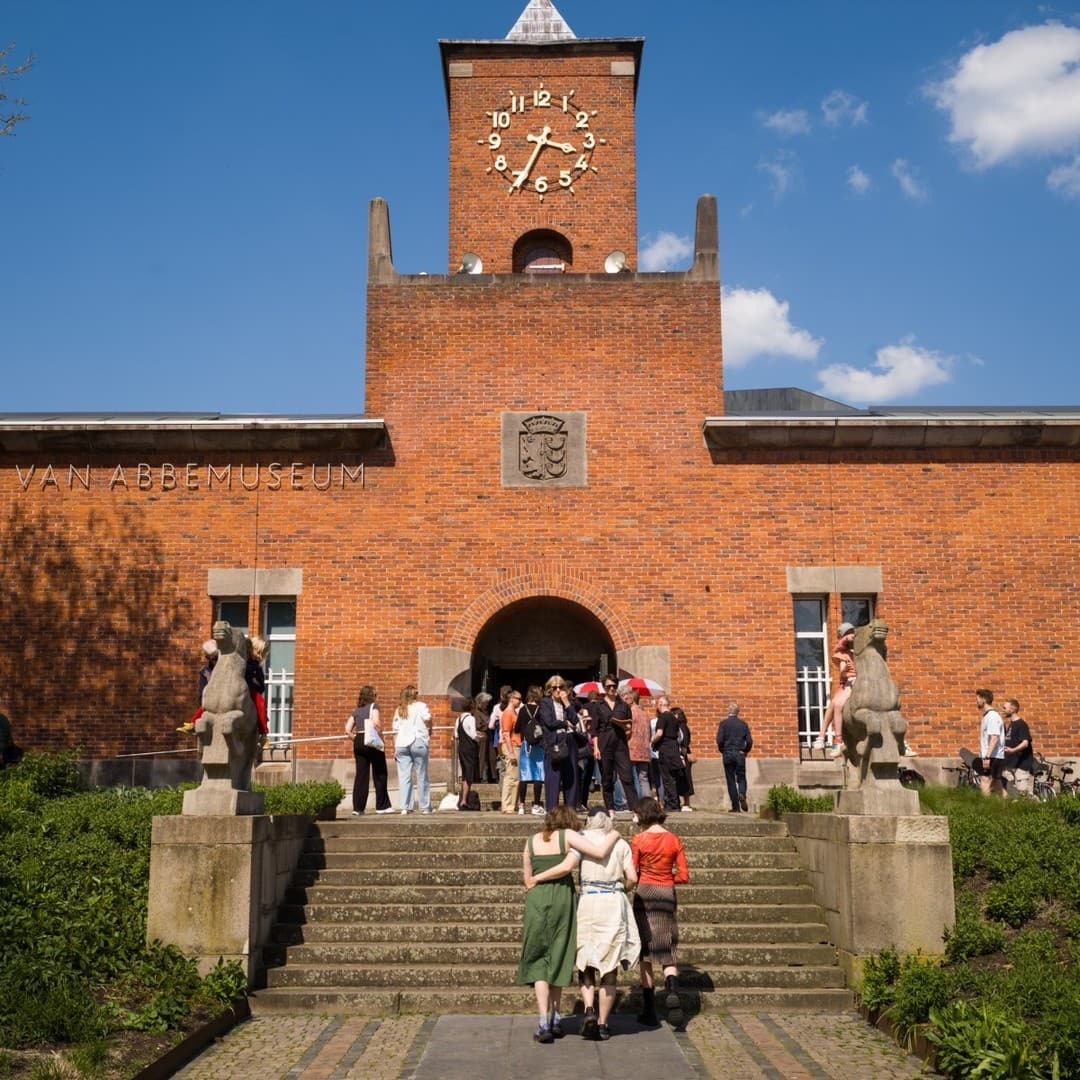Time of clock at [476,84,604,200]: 3:34
